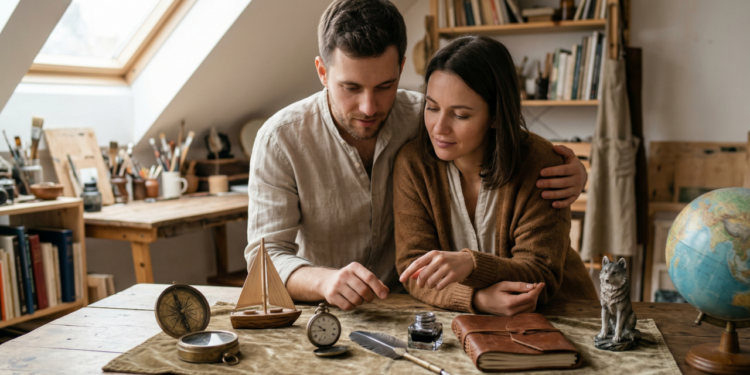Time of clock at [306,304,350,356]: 9:43
